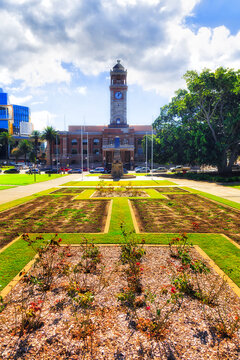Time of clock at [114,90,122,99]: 12:07
